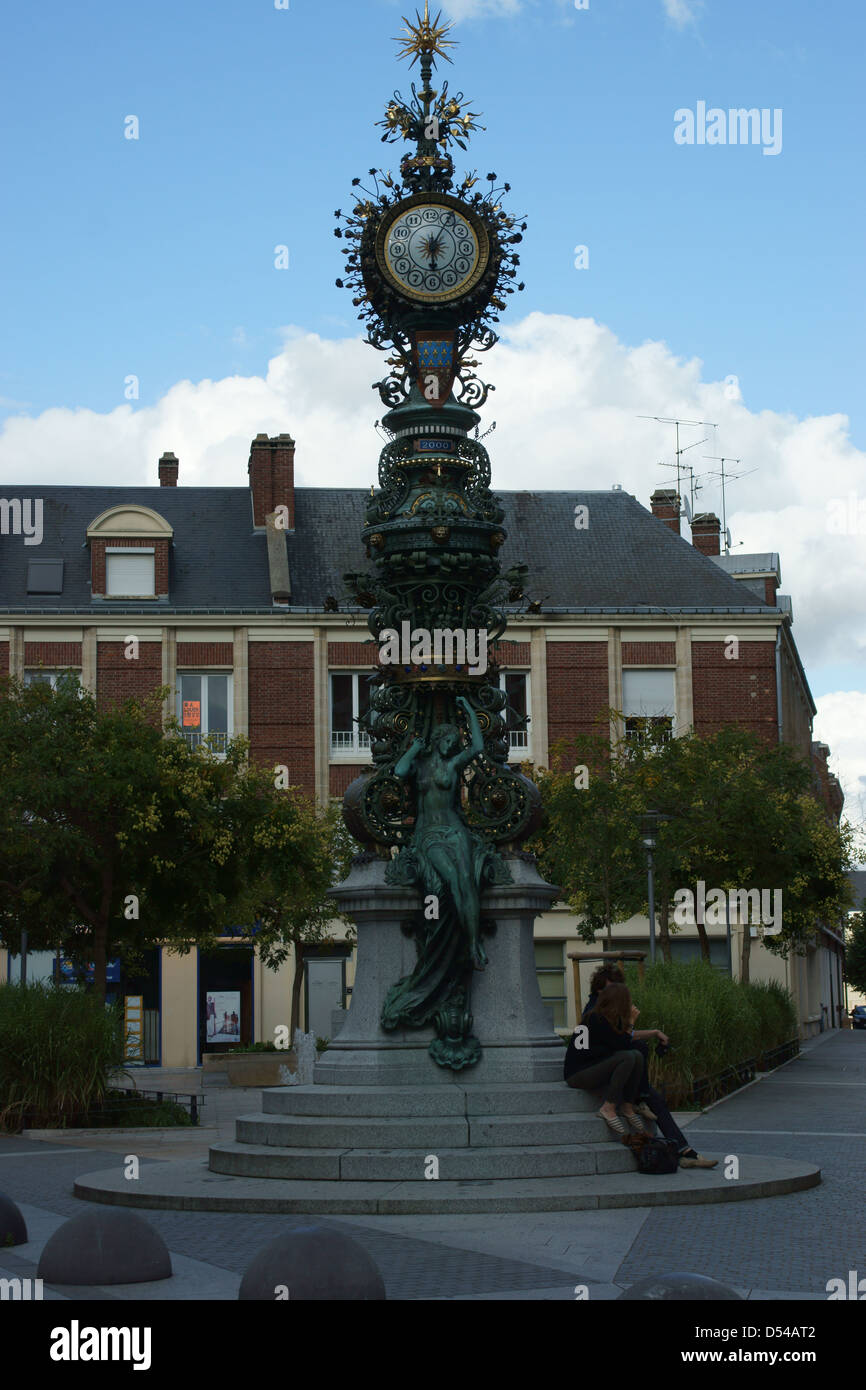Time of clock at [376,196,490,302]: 6:05
